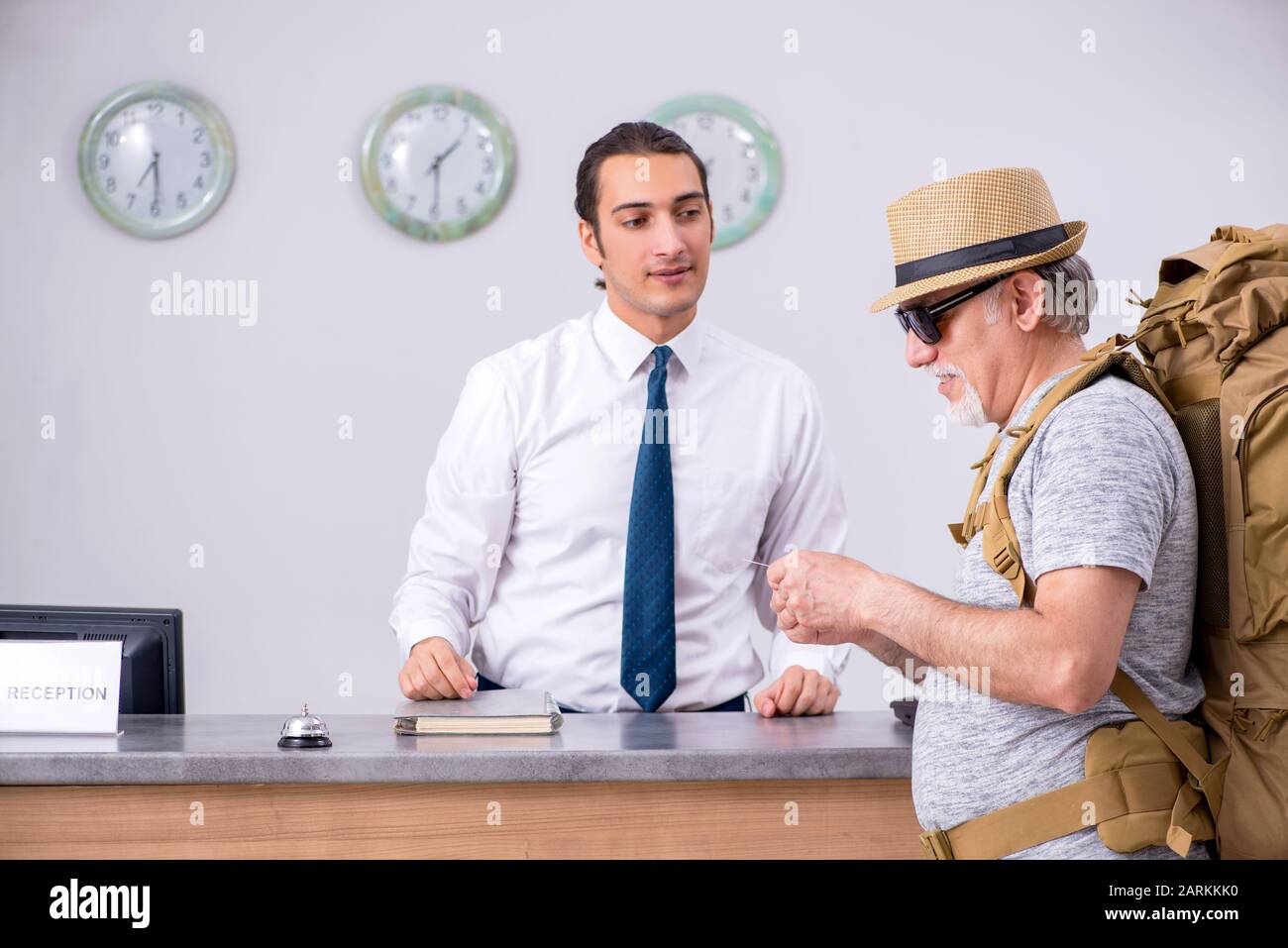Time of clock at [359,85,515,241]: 1:29
